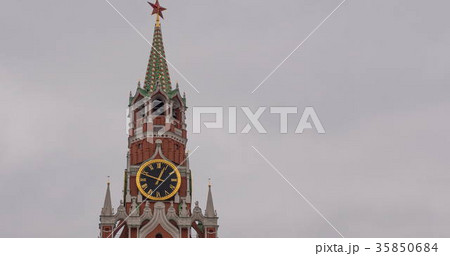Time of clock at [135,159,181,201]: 12:47
